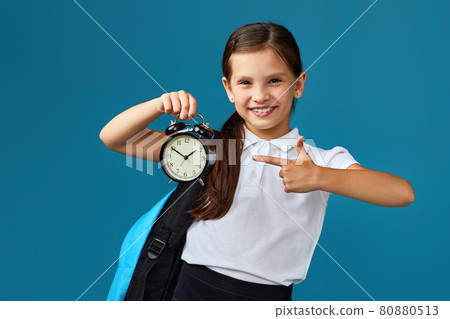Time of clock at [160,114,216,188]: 1:50
